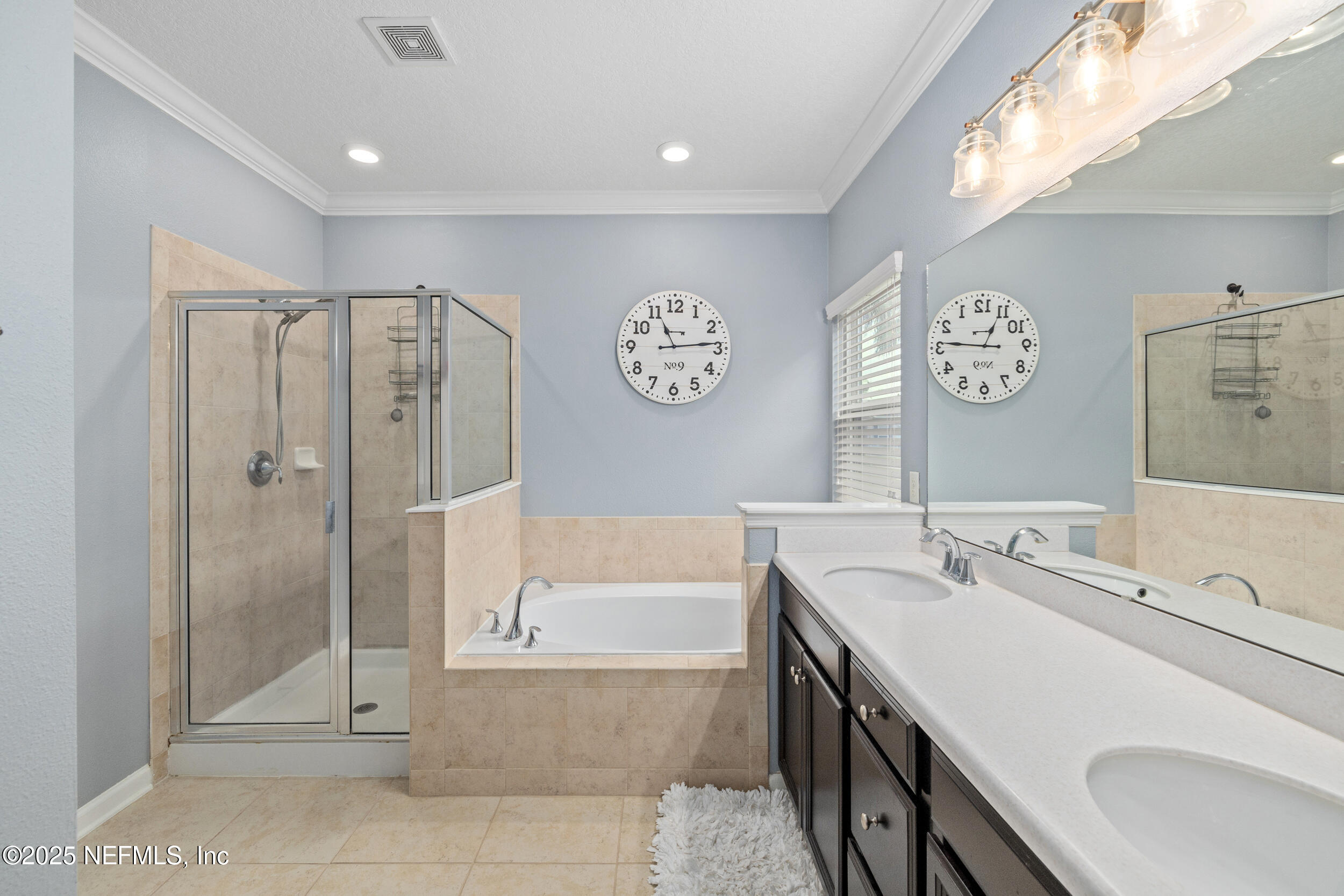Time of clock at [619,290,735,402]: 11:14
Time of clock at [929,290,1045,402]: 12:46
